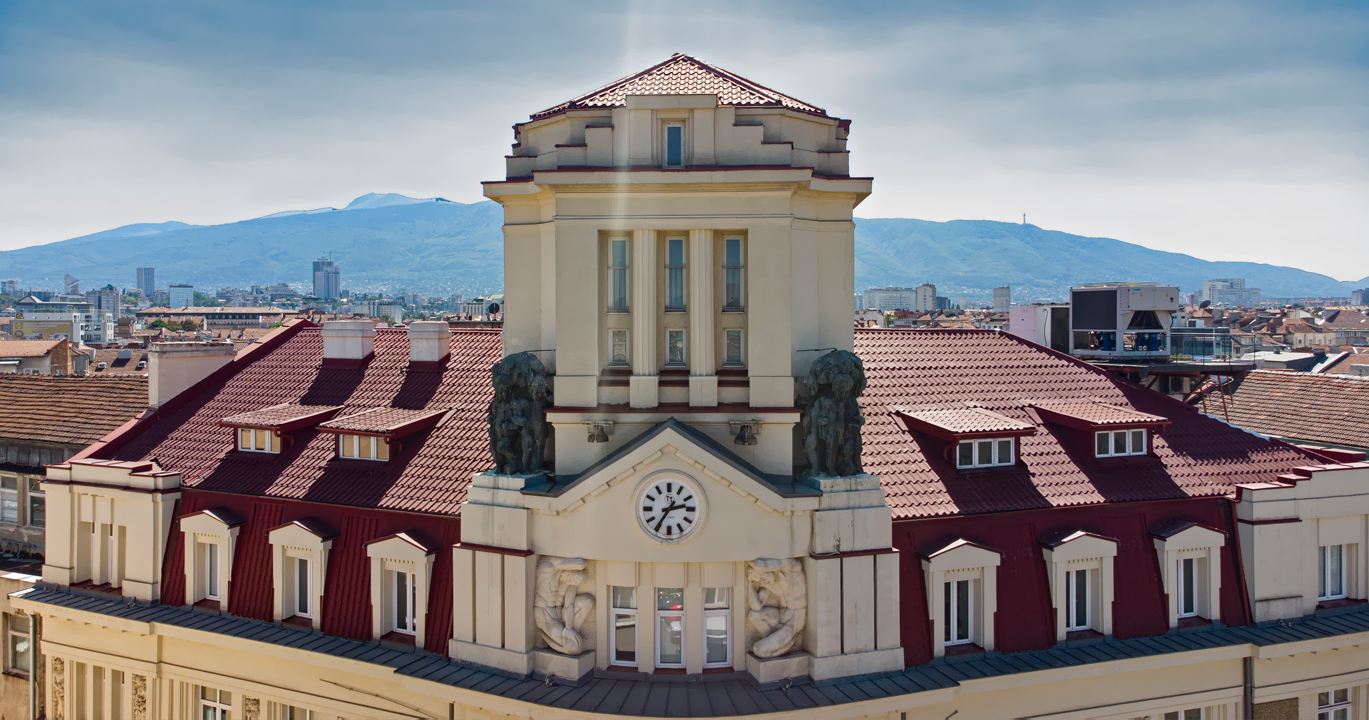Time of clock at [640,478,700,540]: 2:35
